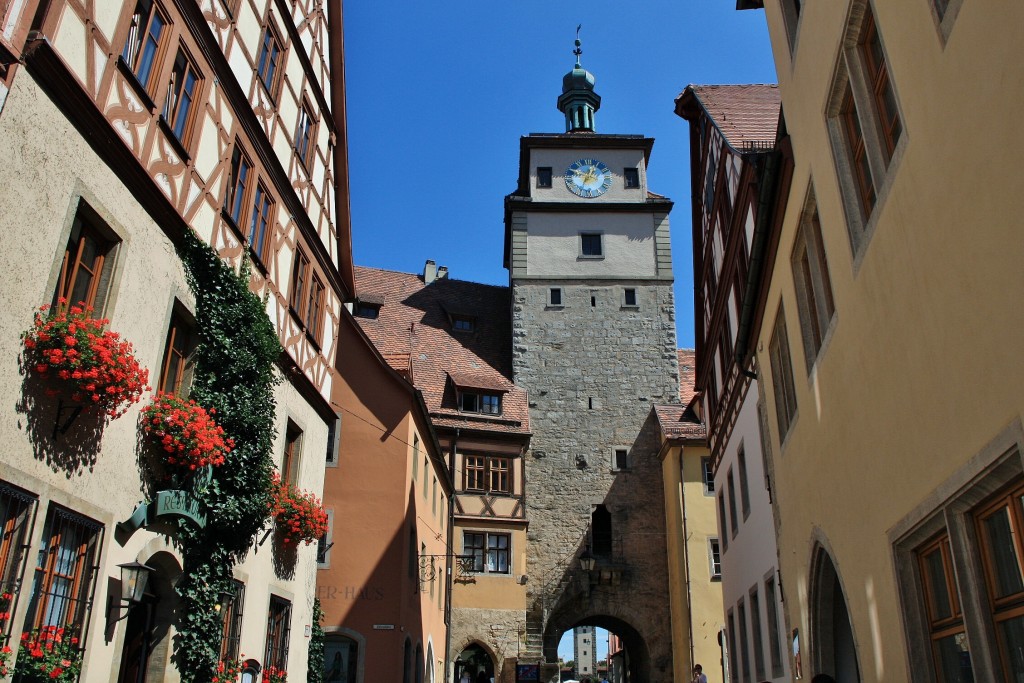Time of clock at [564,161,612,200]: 12:48
